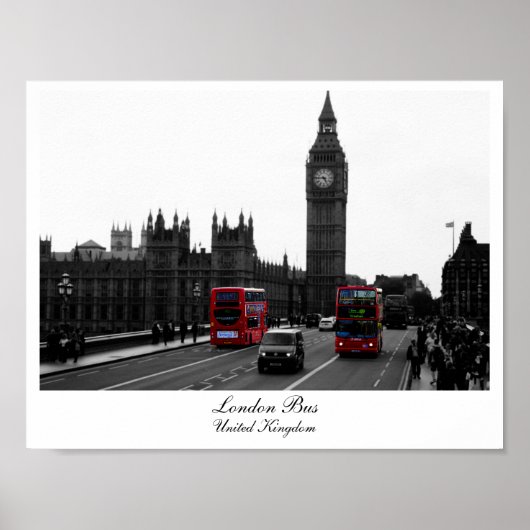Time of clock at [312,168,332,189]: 4:46
